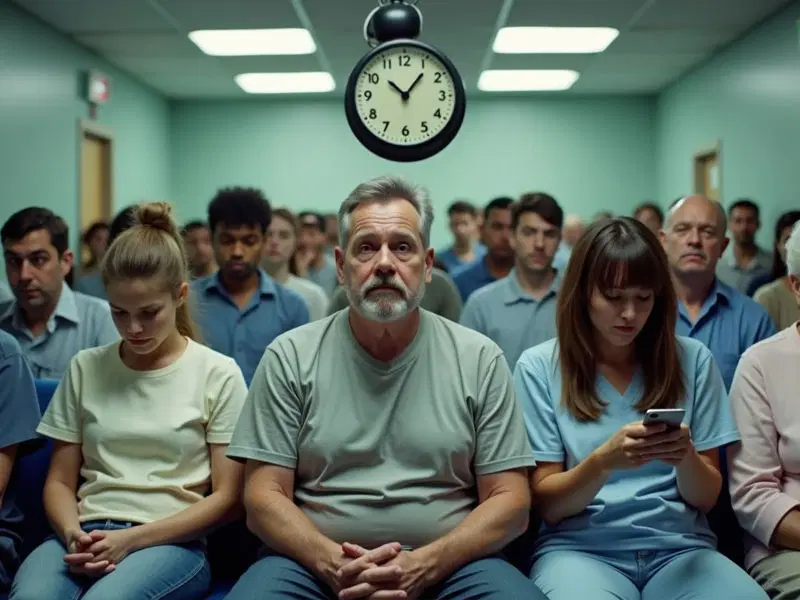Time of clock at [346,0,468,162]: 10:06
